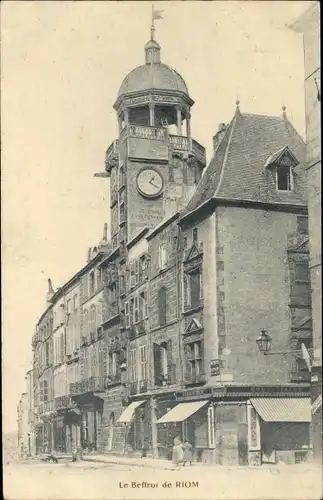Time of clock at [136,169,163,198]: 1:20
